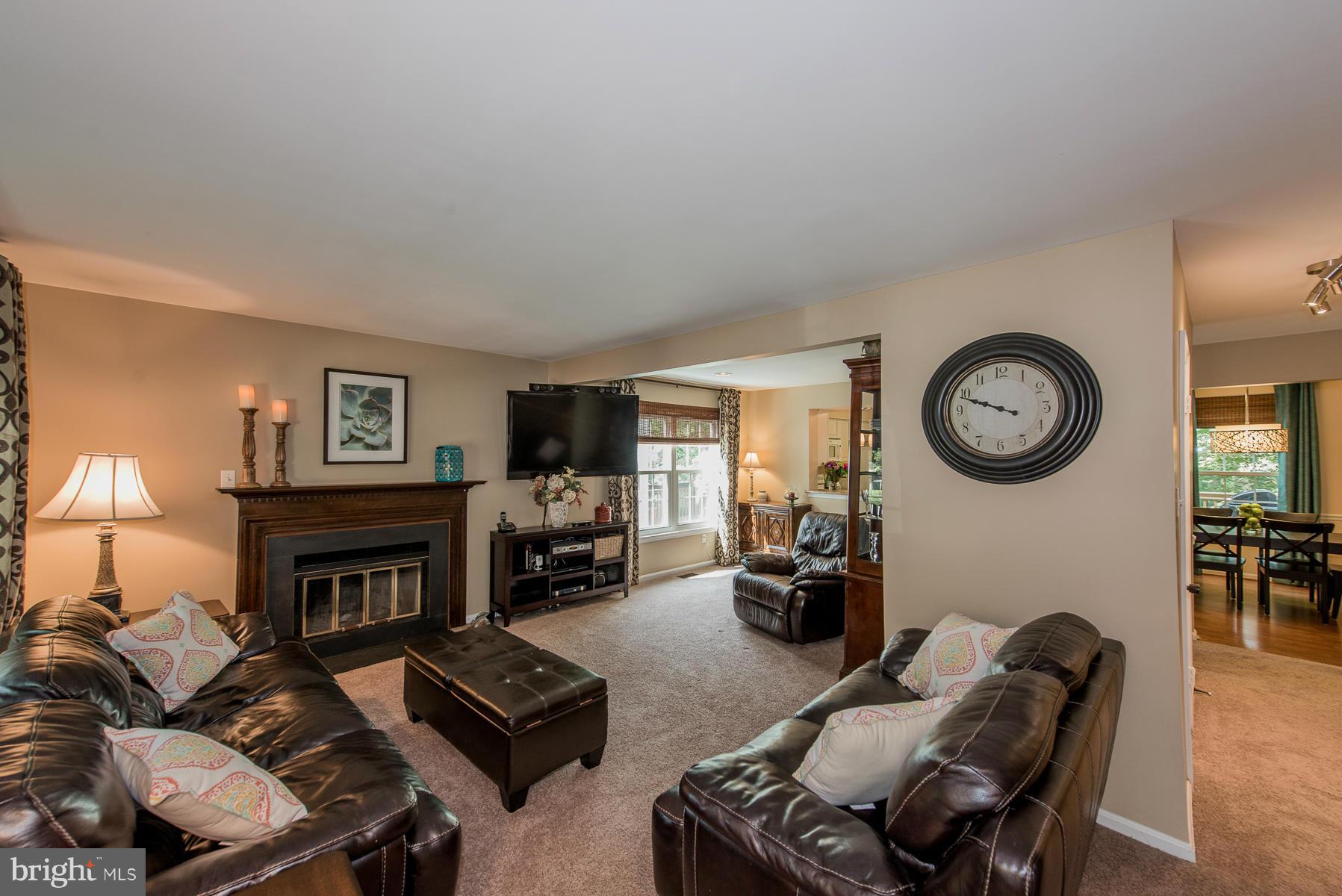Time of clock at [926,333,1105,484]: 9:48
